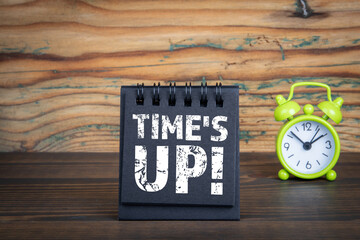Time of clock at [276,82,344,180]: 1:52
